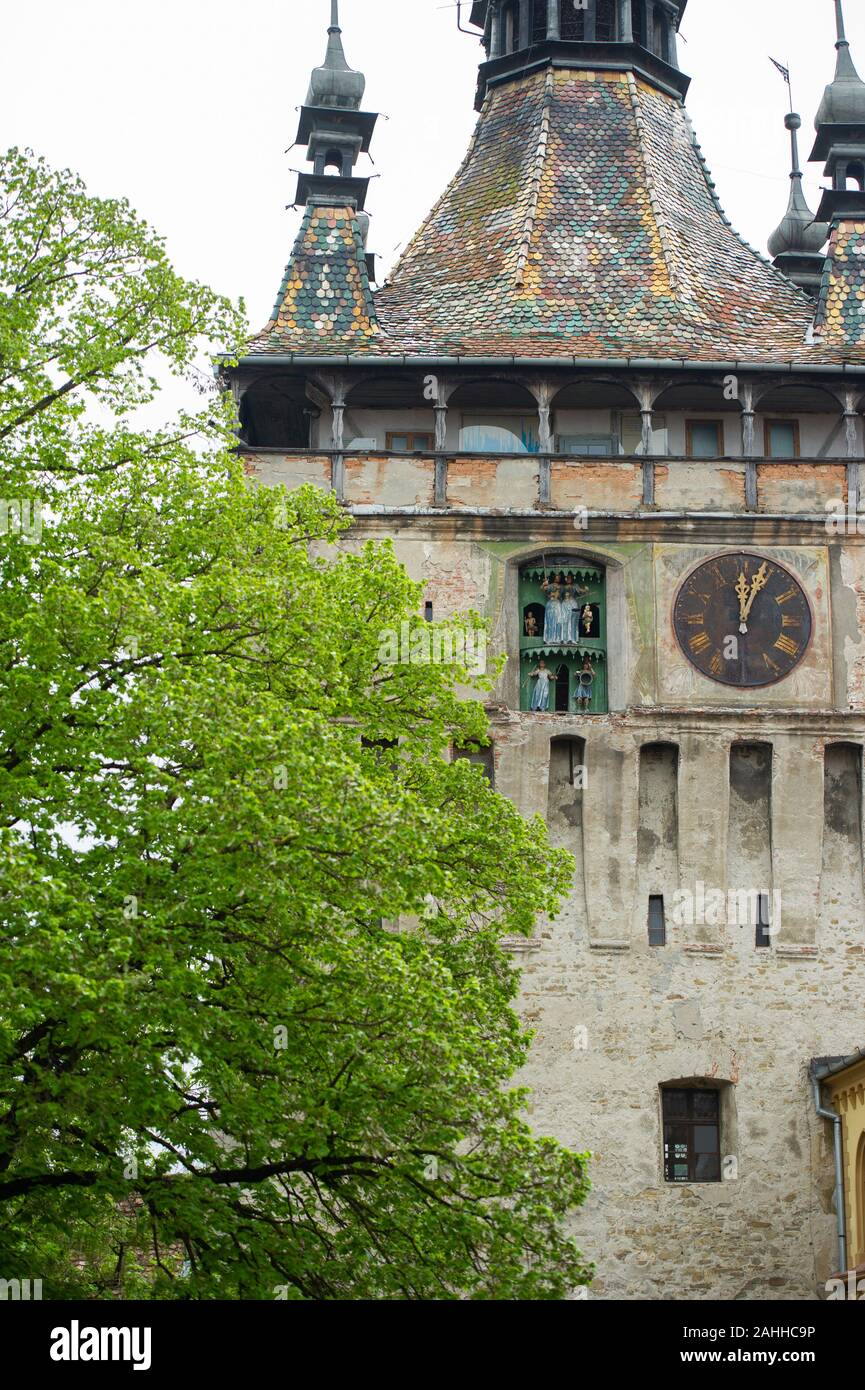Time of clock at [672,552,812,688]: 12:03
